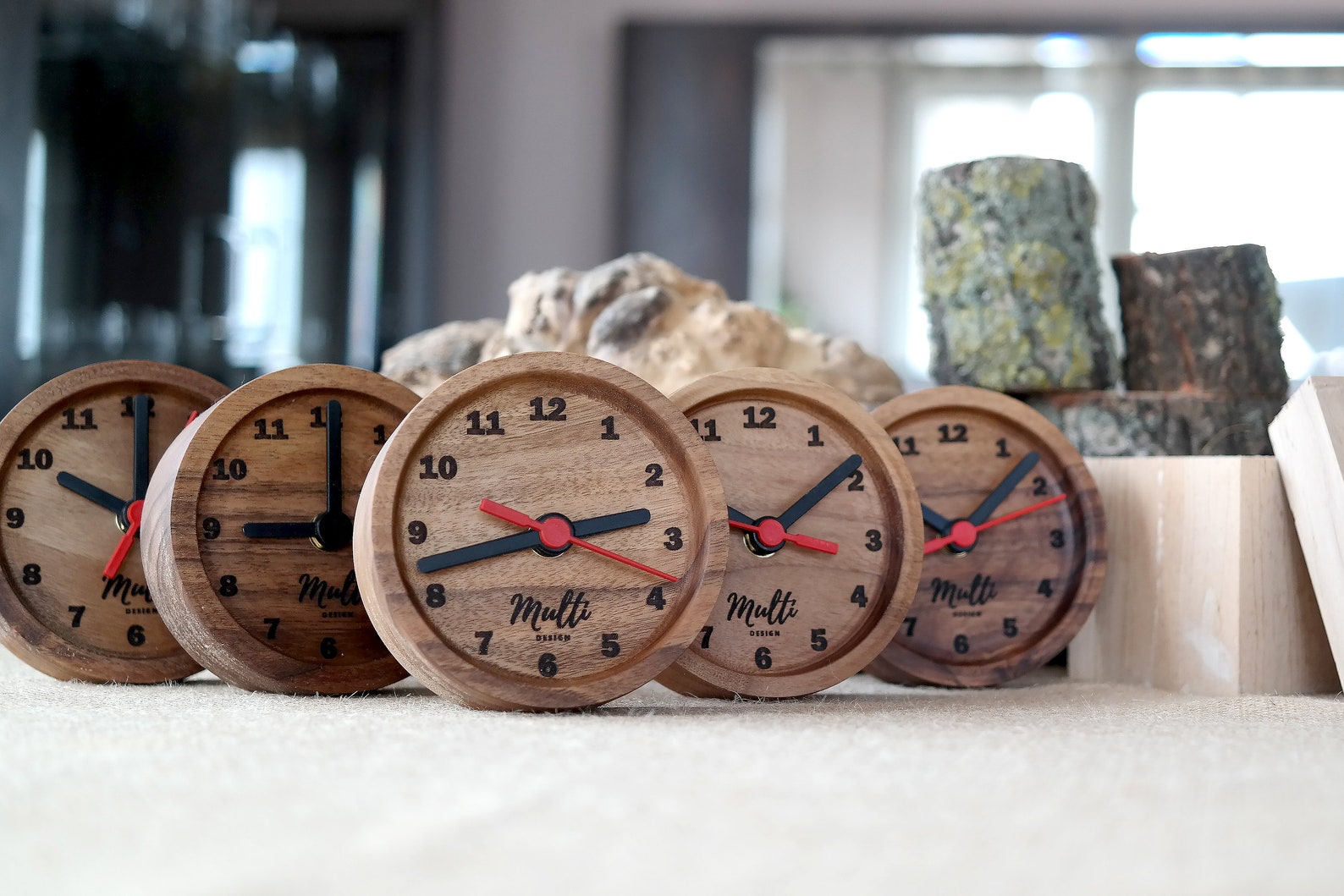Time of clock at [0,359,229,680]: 9:00
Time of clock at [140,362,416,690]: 9:00
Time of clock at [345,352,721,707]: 2:42
